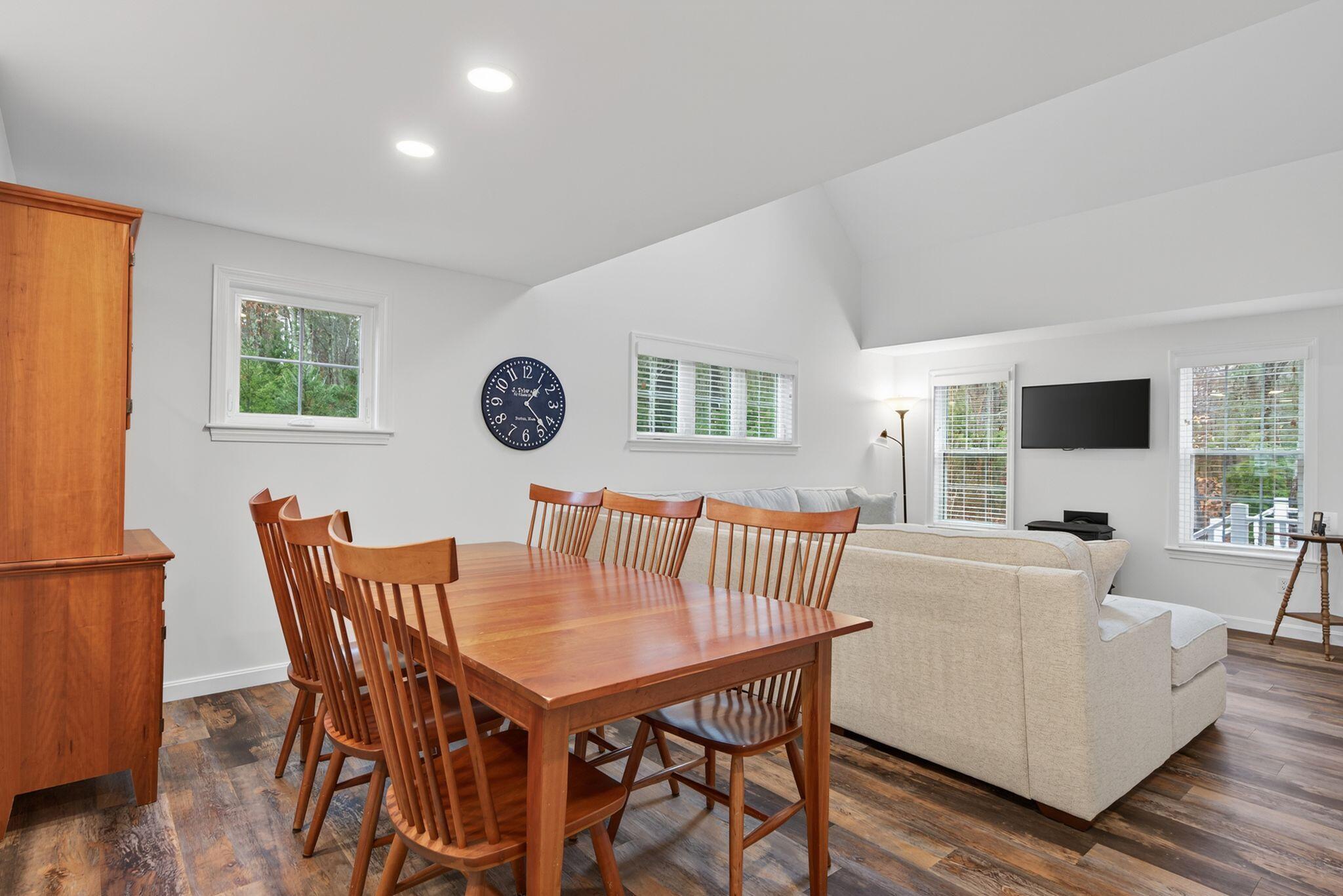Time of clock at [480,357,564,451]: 1:23
